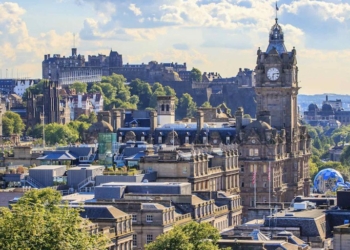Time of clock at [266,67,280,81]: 6:13
